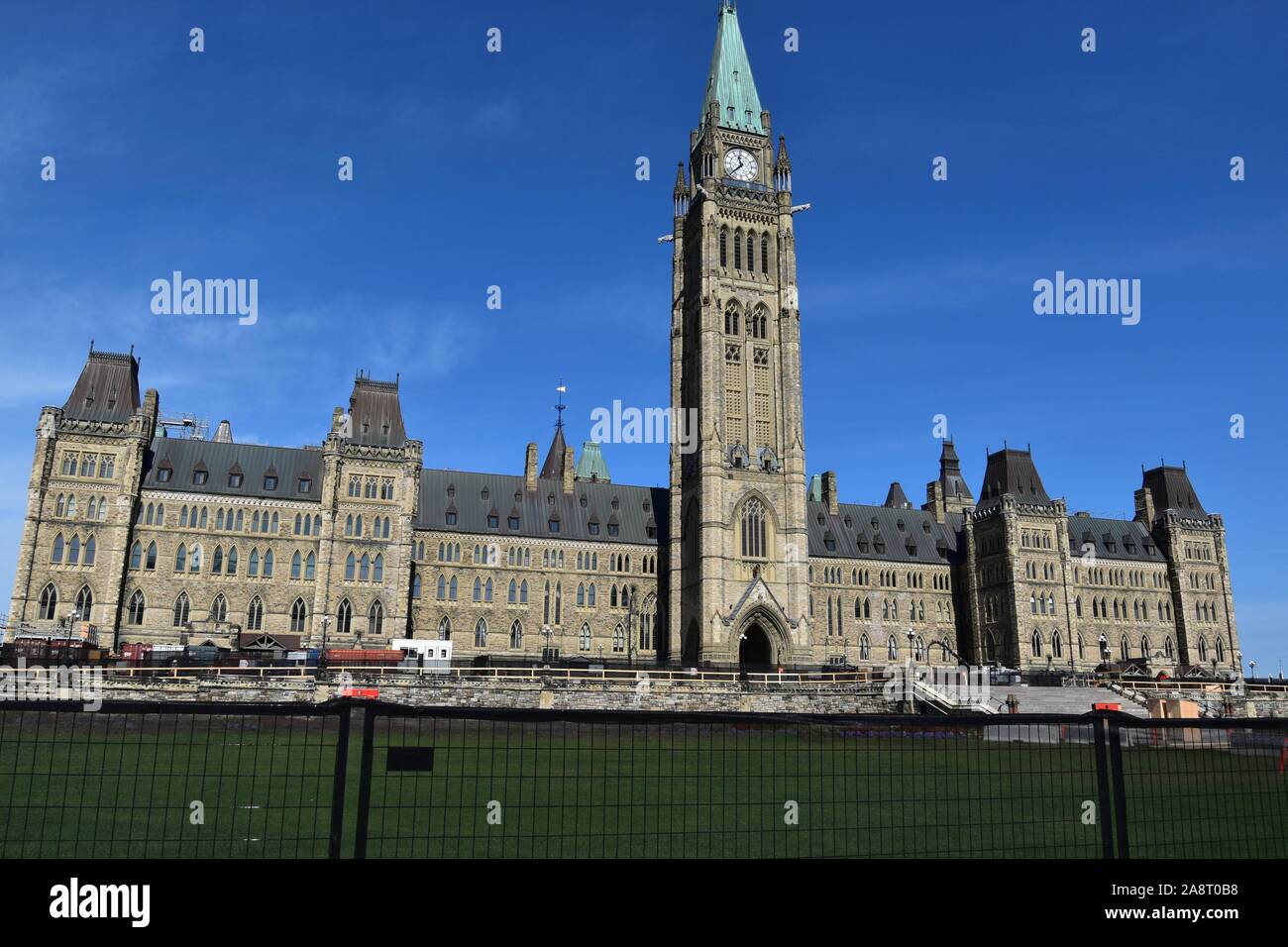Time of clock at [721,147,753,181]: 11:37
